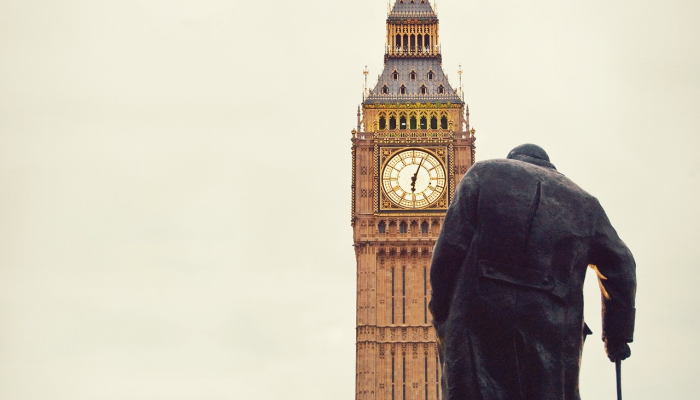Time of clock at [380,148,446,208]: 6:03
